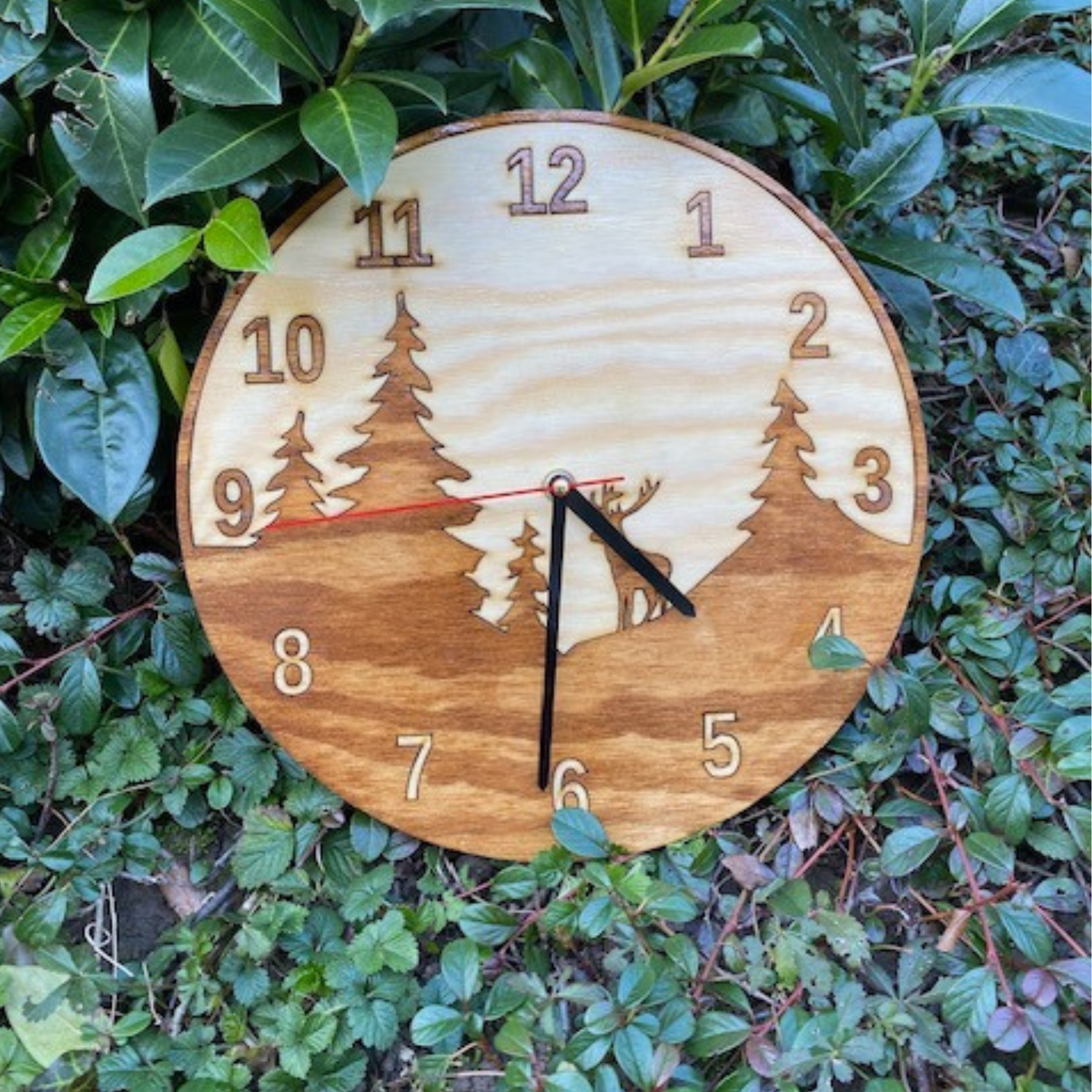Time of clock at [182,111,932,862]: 4:30
